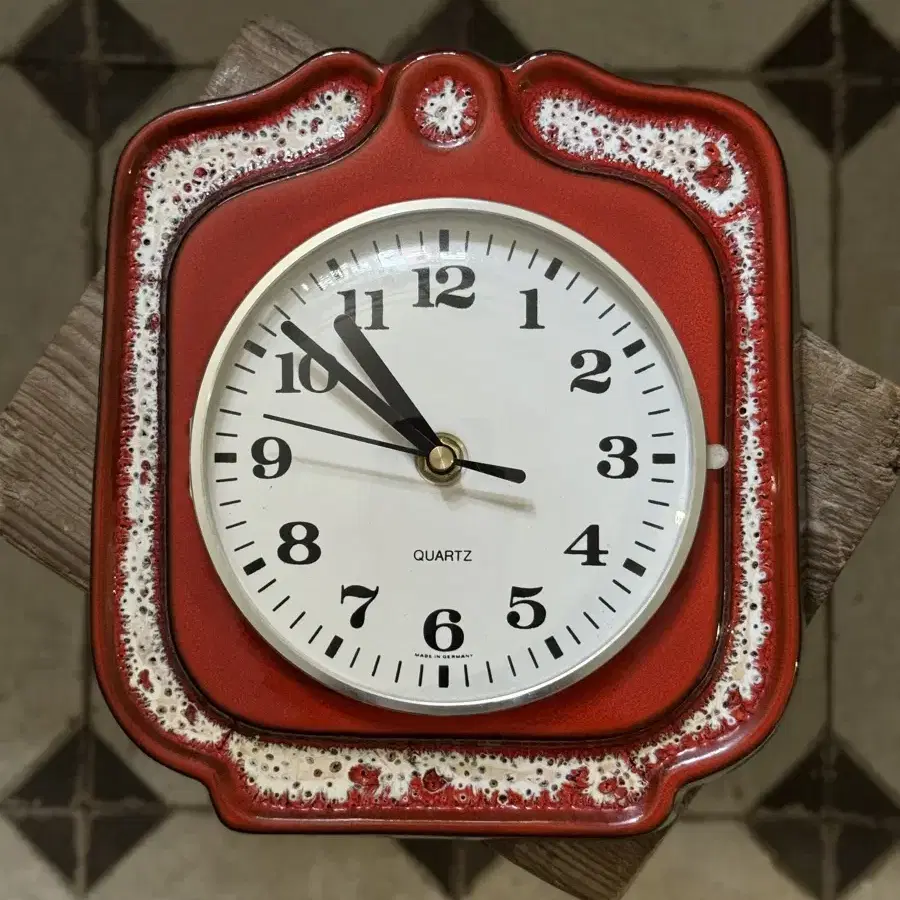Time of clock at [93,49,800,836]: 10:51
